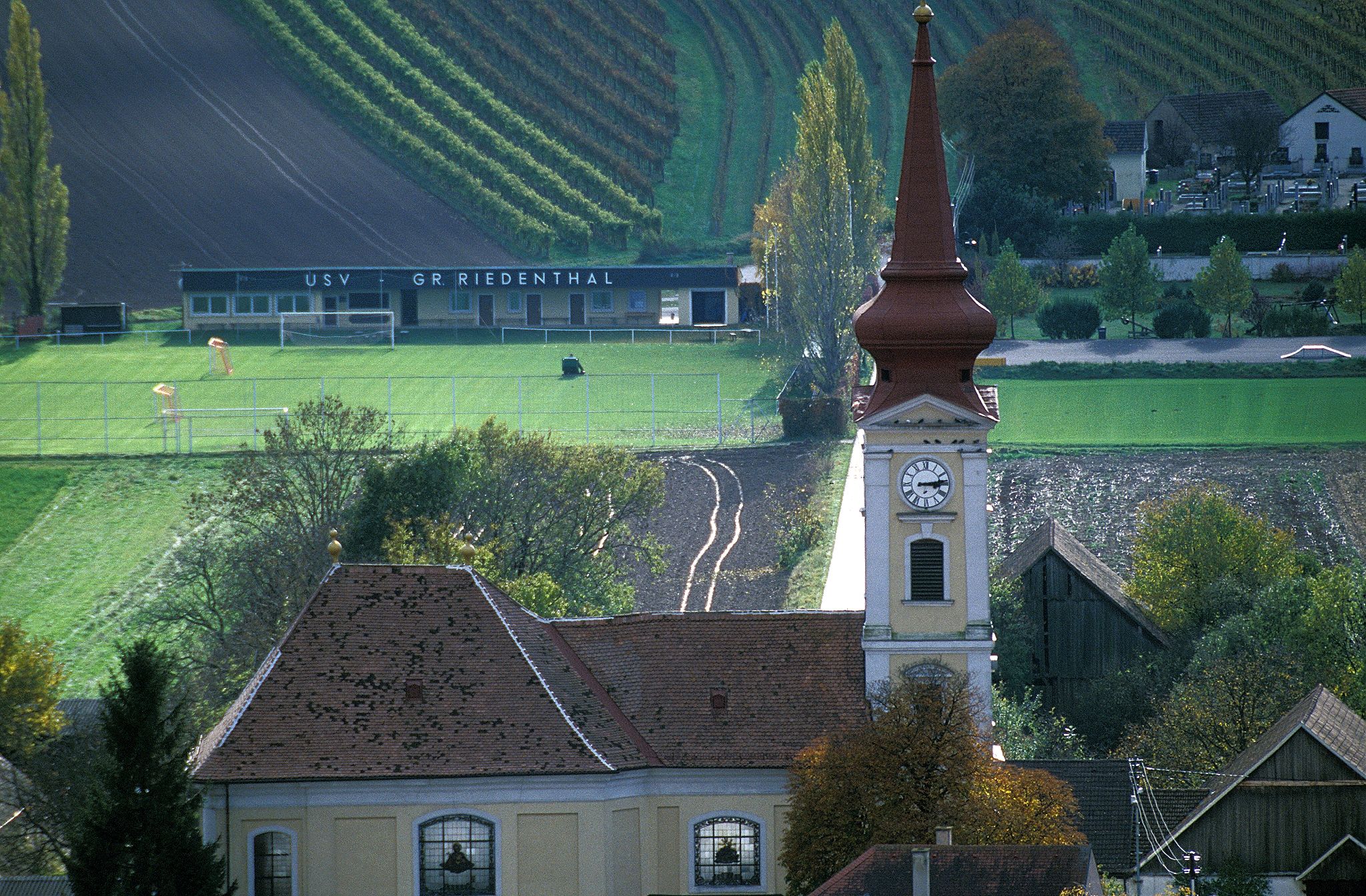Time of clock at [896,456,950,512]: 3:13
